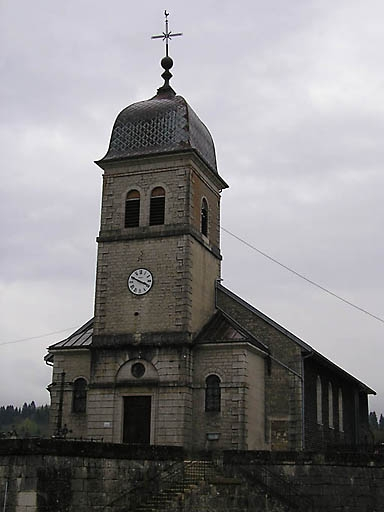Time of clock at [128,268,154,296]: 3:49
